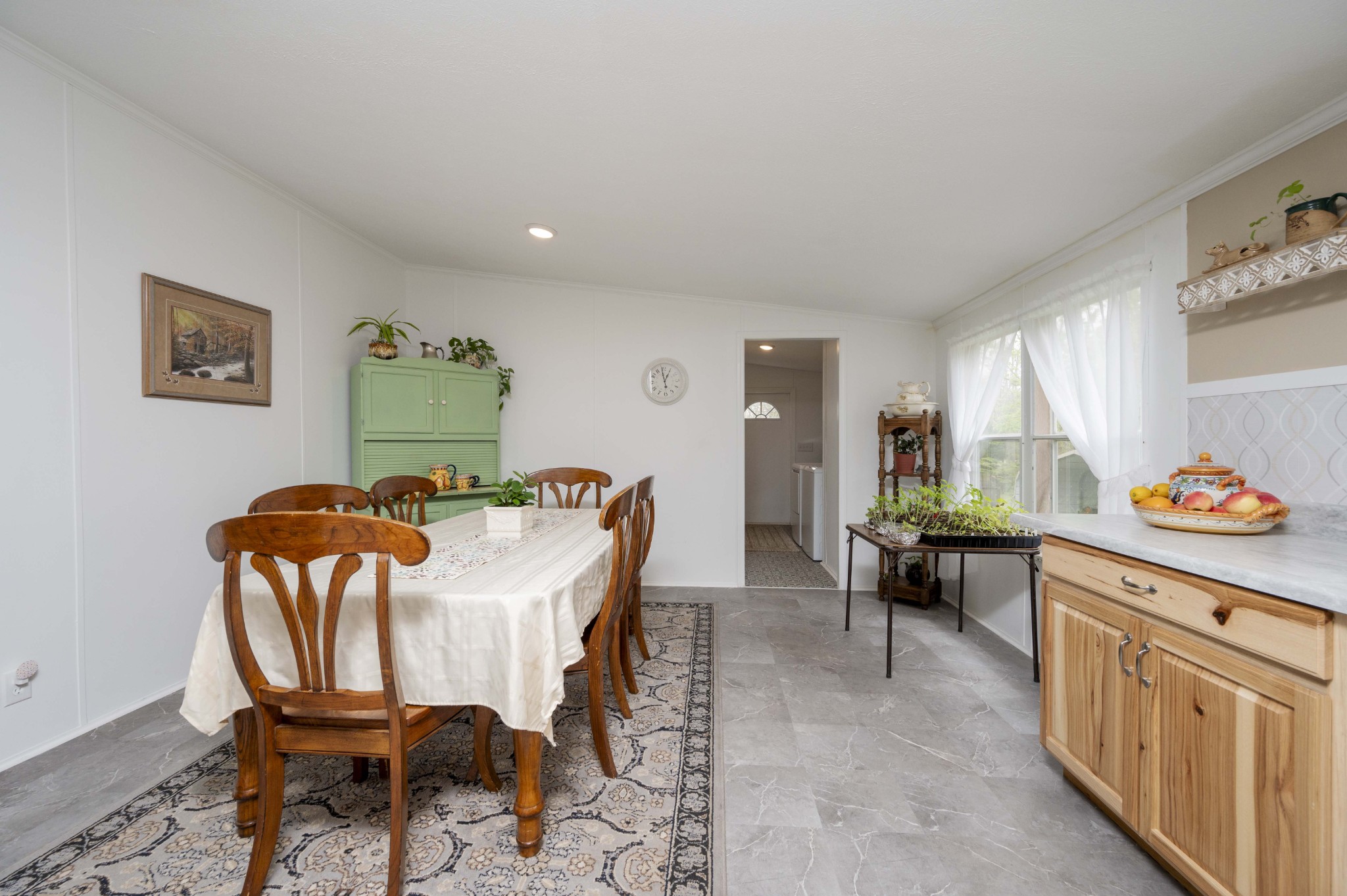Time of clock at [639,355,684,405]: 12:58
